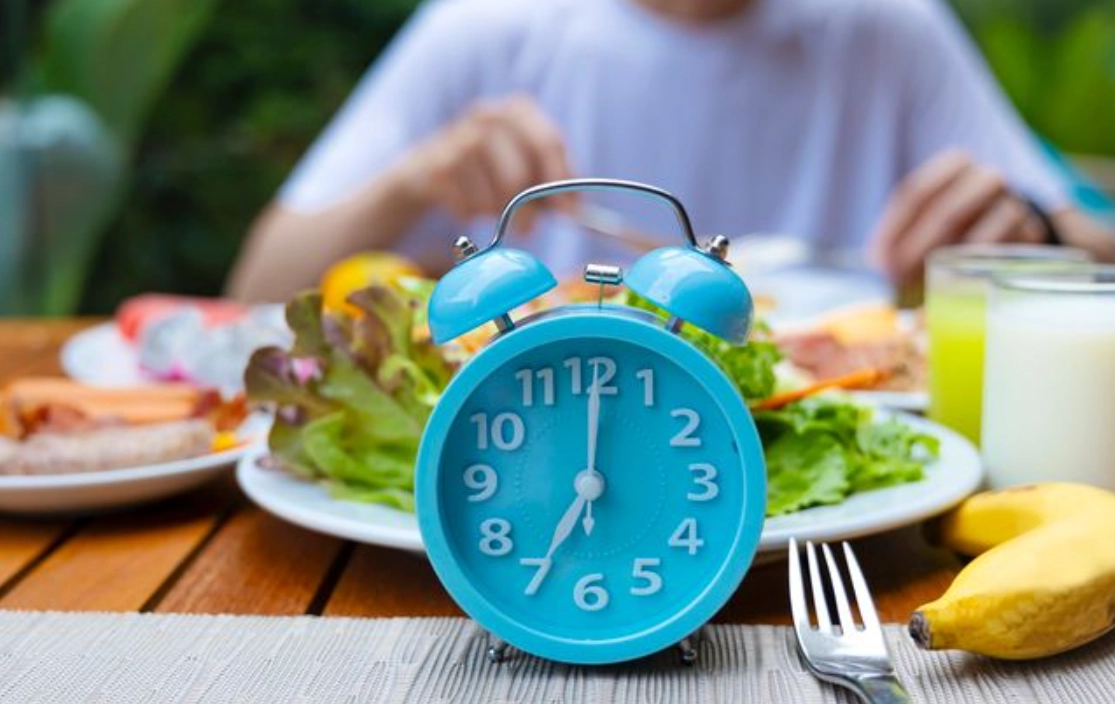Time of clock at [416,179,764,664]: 7:00
